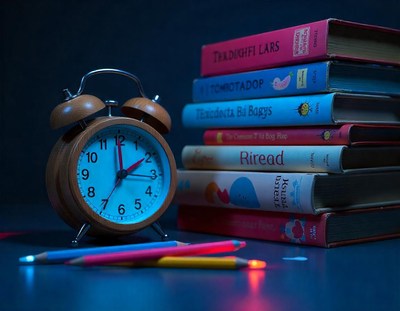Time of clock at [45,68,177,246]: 1:59
